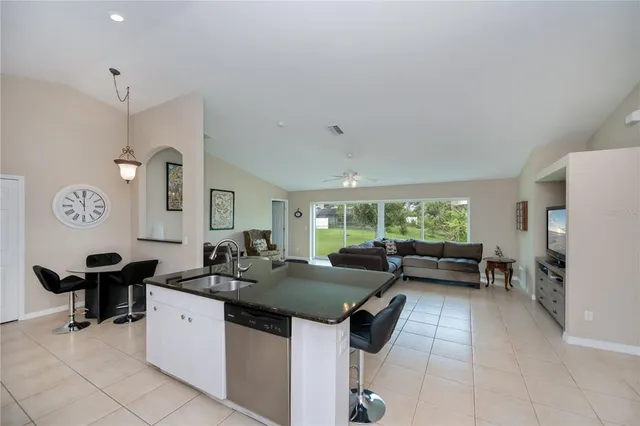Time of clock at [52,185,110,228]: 11:00
